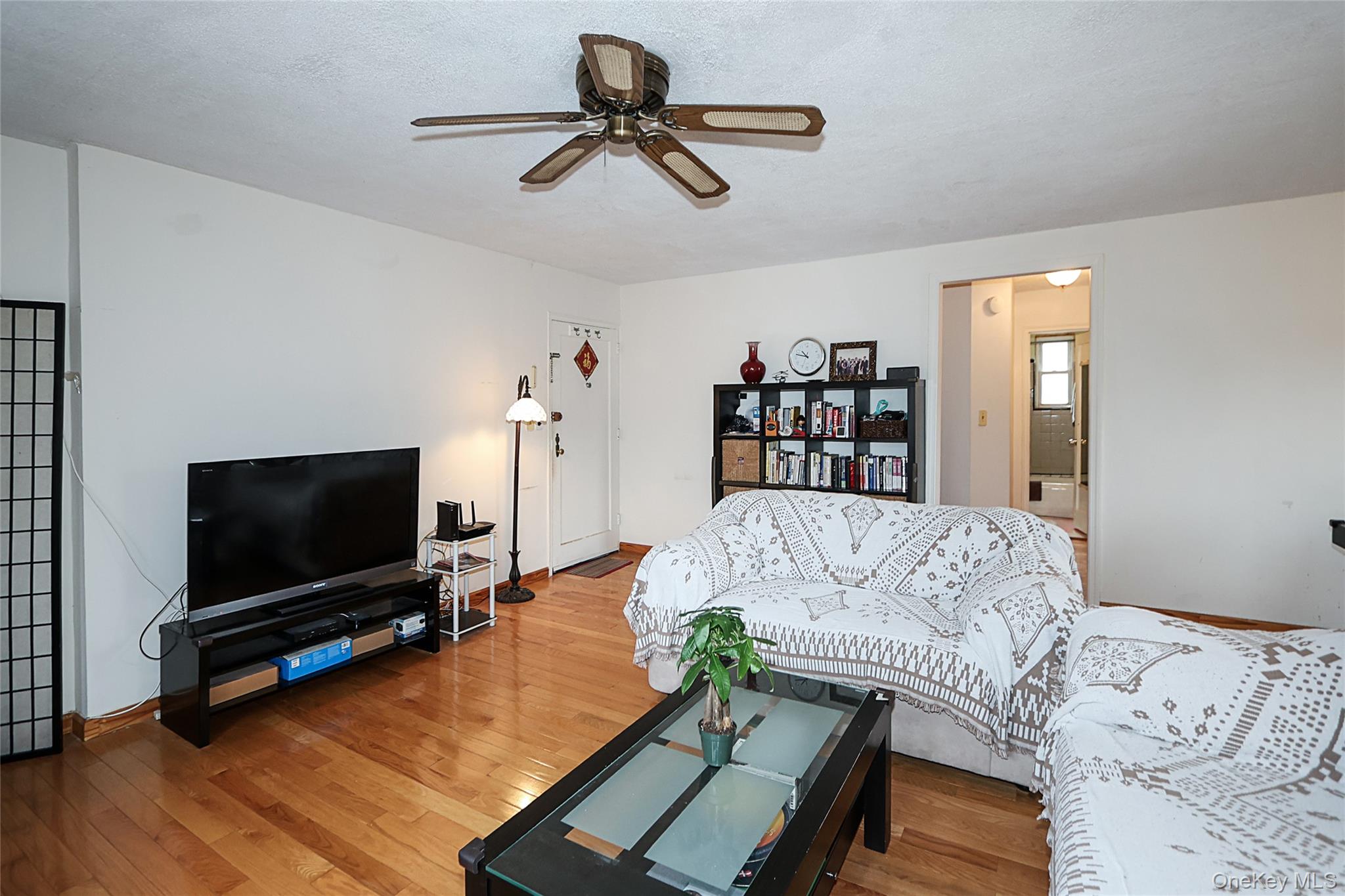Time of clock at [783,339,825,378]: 10:47
